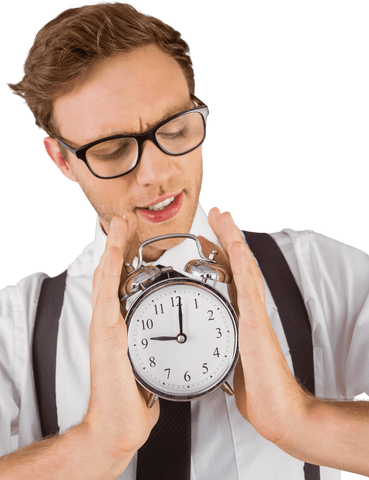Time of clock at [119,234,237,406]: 9:01
